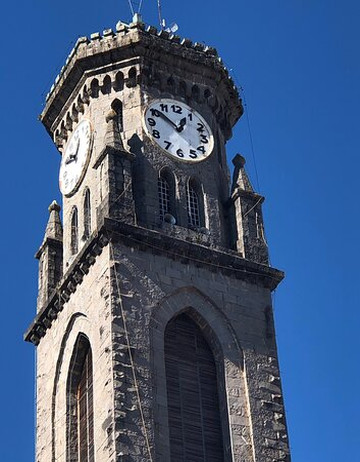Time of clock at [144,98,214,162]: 12:51
